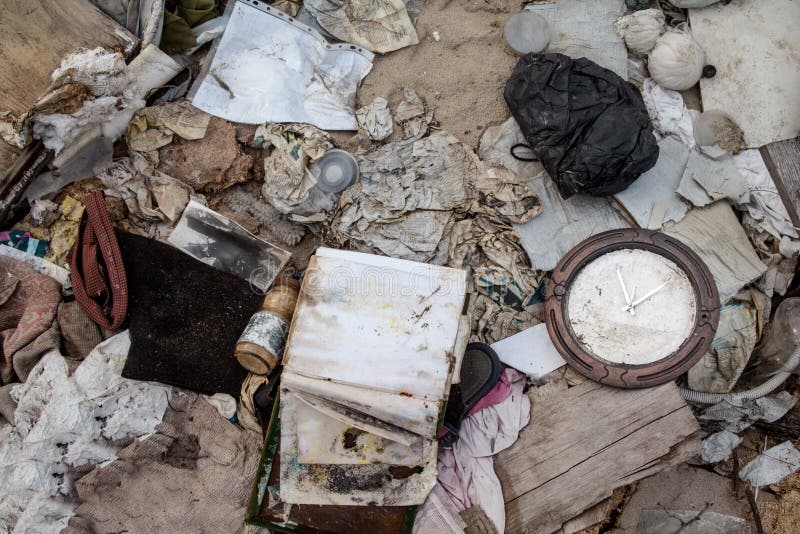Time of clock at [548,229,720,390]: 1:56
